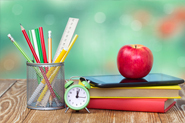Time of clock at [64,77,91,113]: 12:02
